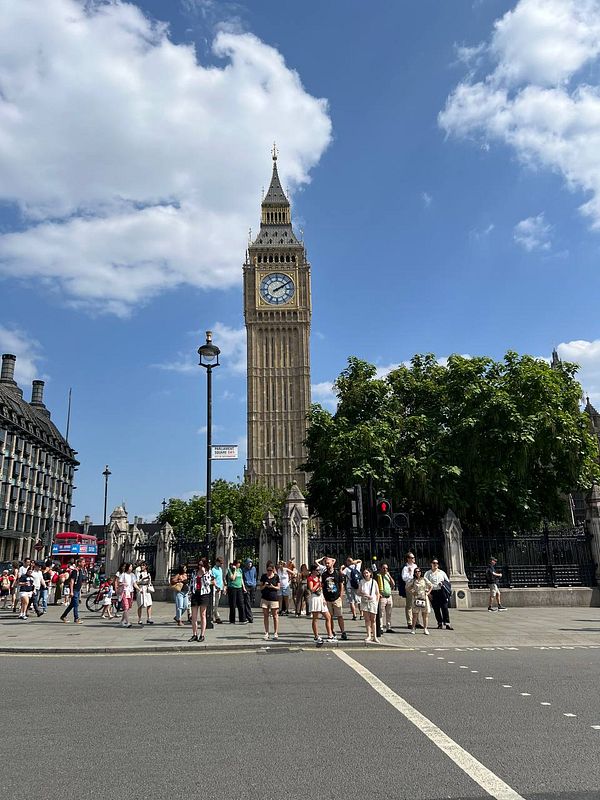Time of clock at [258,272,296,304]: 2:09
